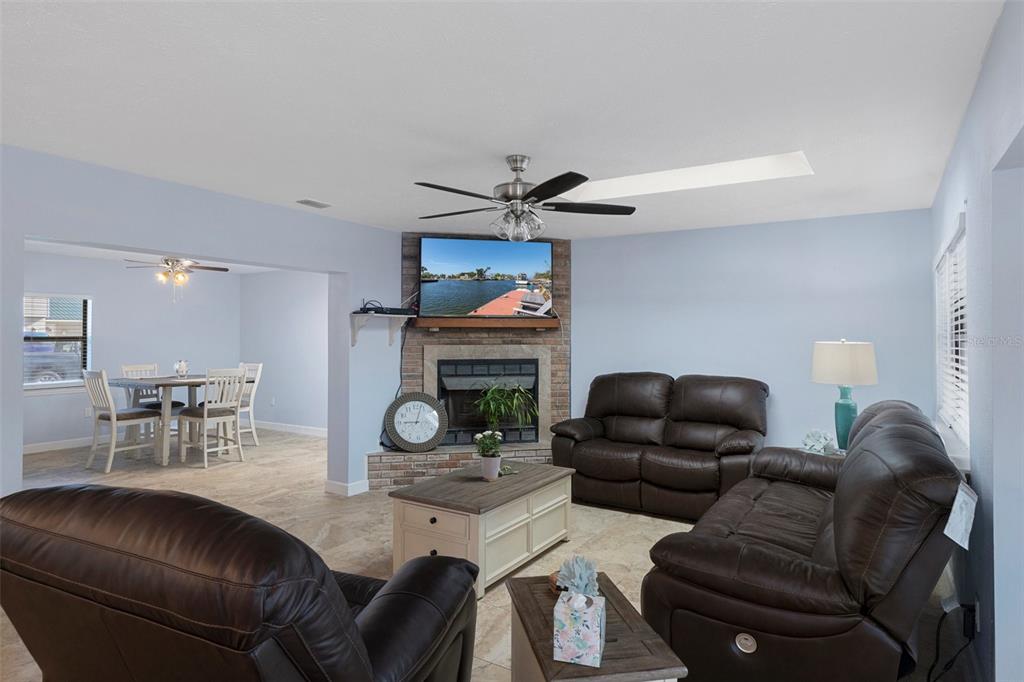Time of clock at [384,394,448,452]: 9:03
